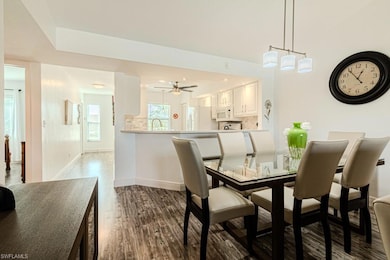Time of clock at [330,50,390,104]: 12:53
